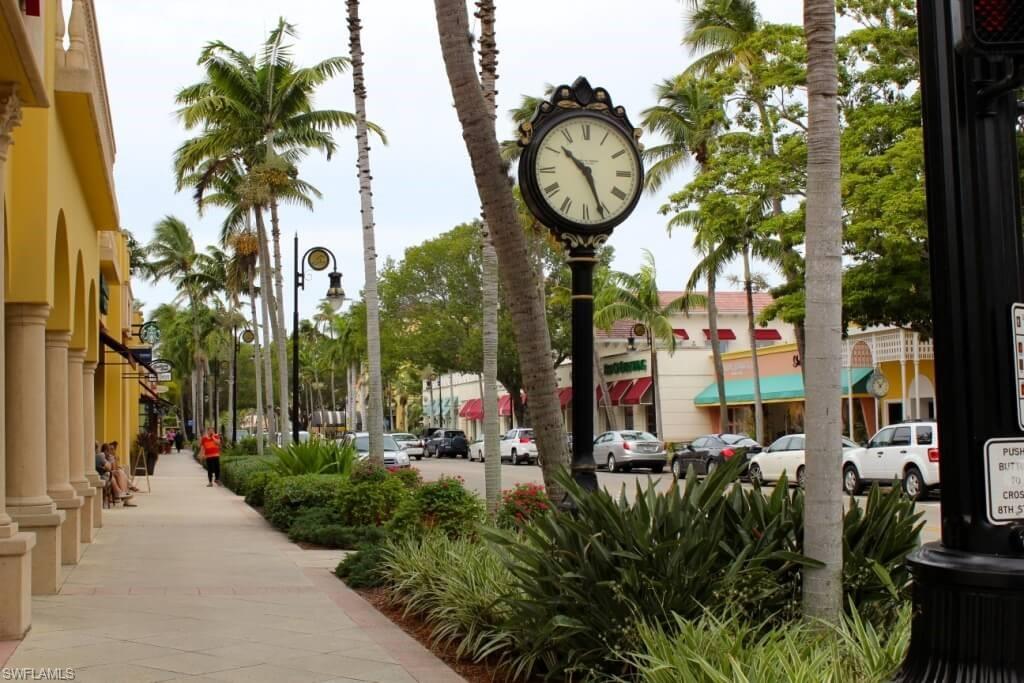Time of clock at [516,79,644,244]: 10:26
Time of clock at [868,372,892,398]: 11:07
